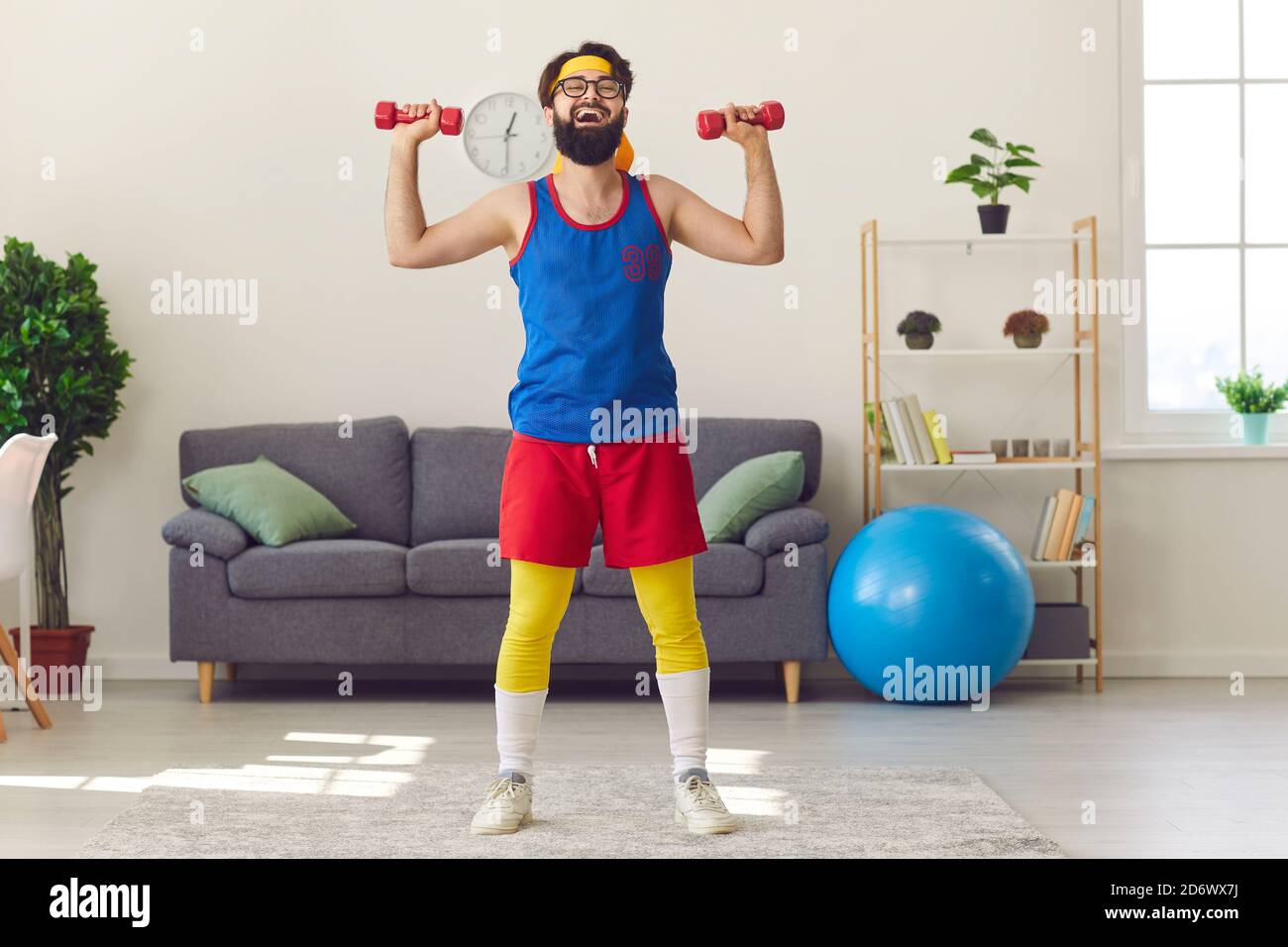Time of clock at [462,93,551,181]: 12:29
